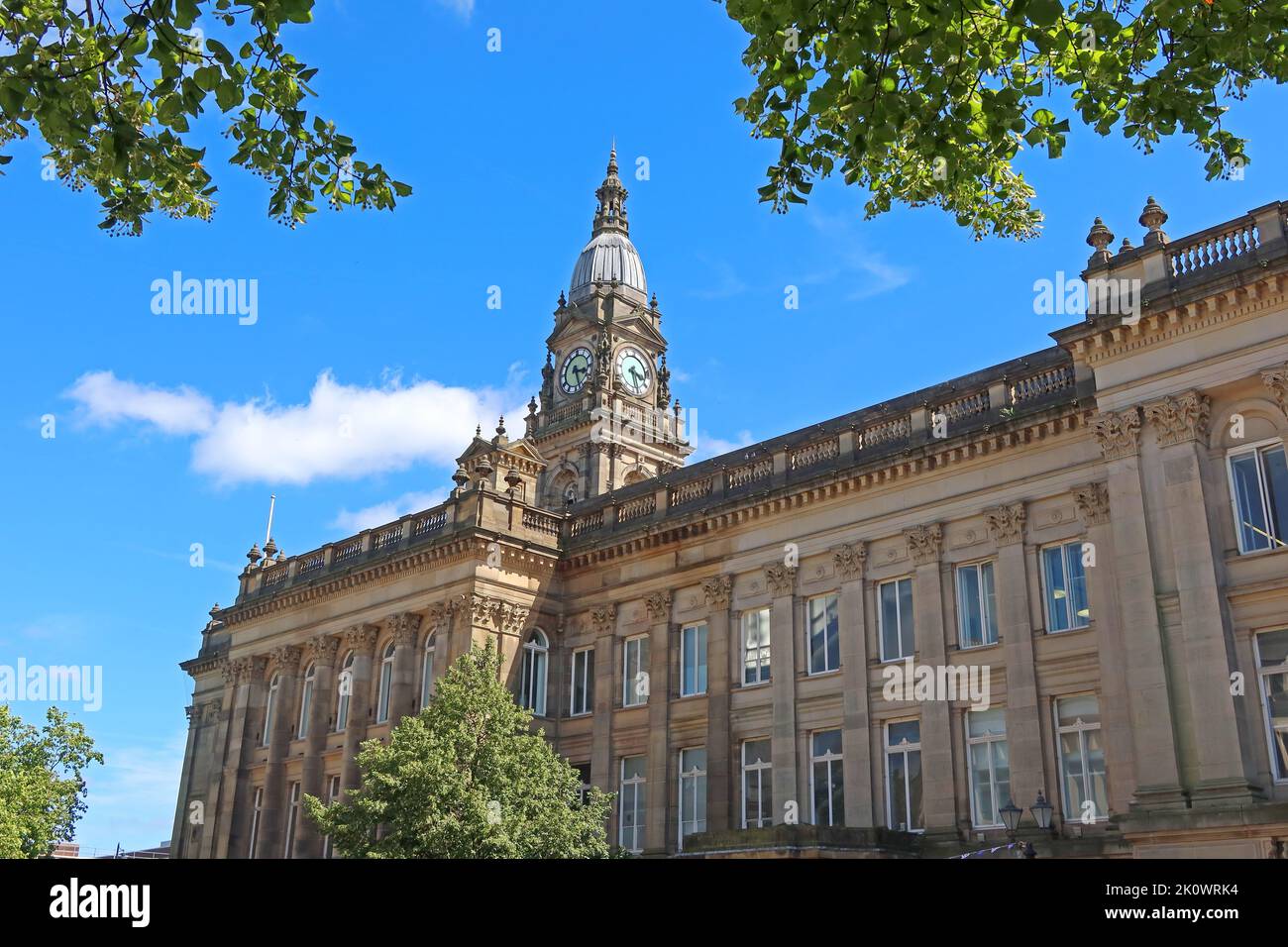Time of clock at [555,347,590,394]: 3:26
